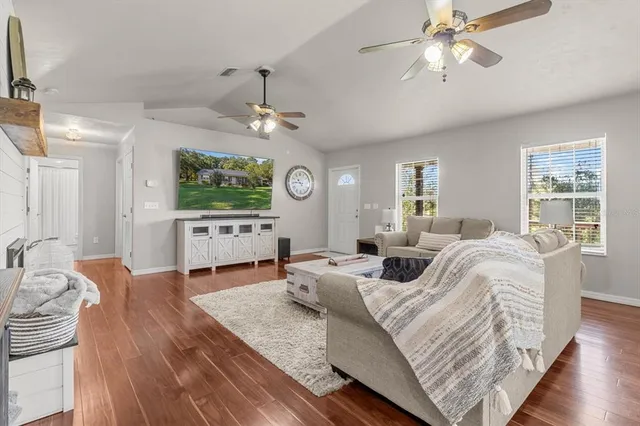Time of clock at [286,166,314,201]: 10:45
